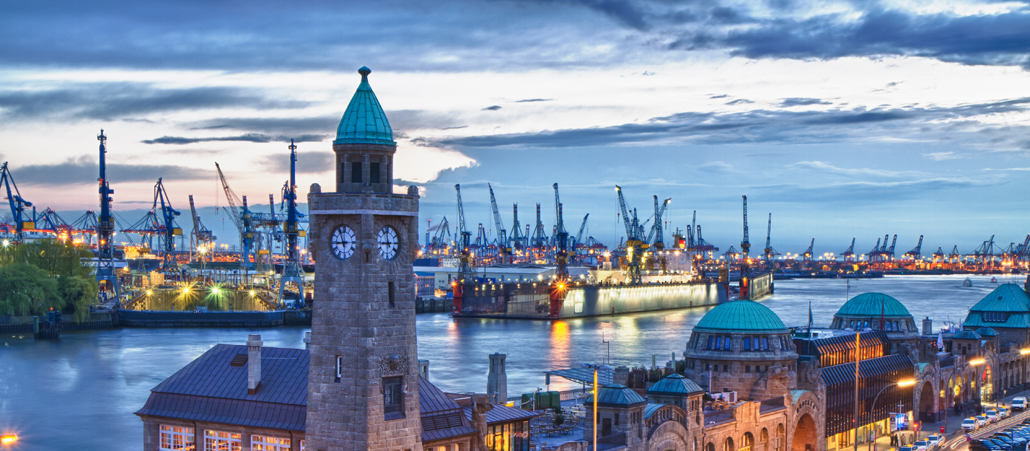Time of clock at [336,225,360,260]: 8:56
